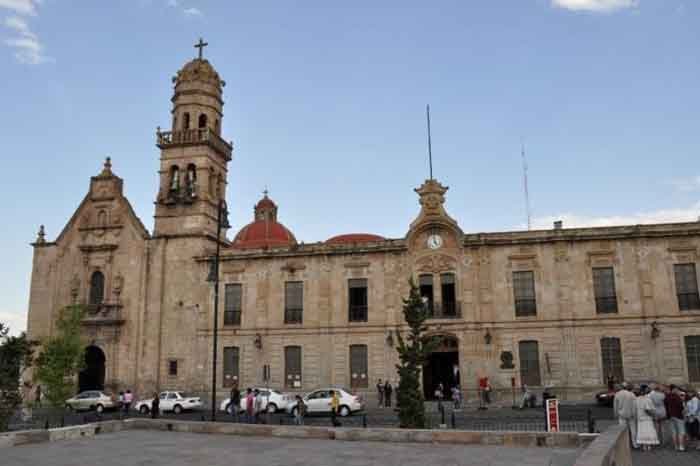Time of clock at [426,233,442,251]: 4:59
